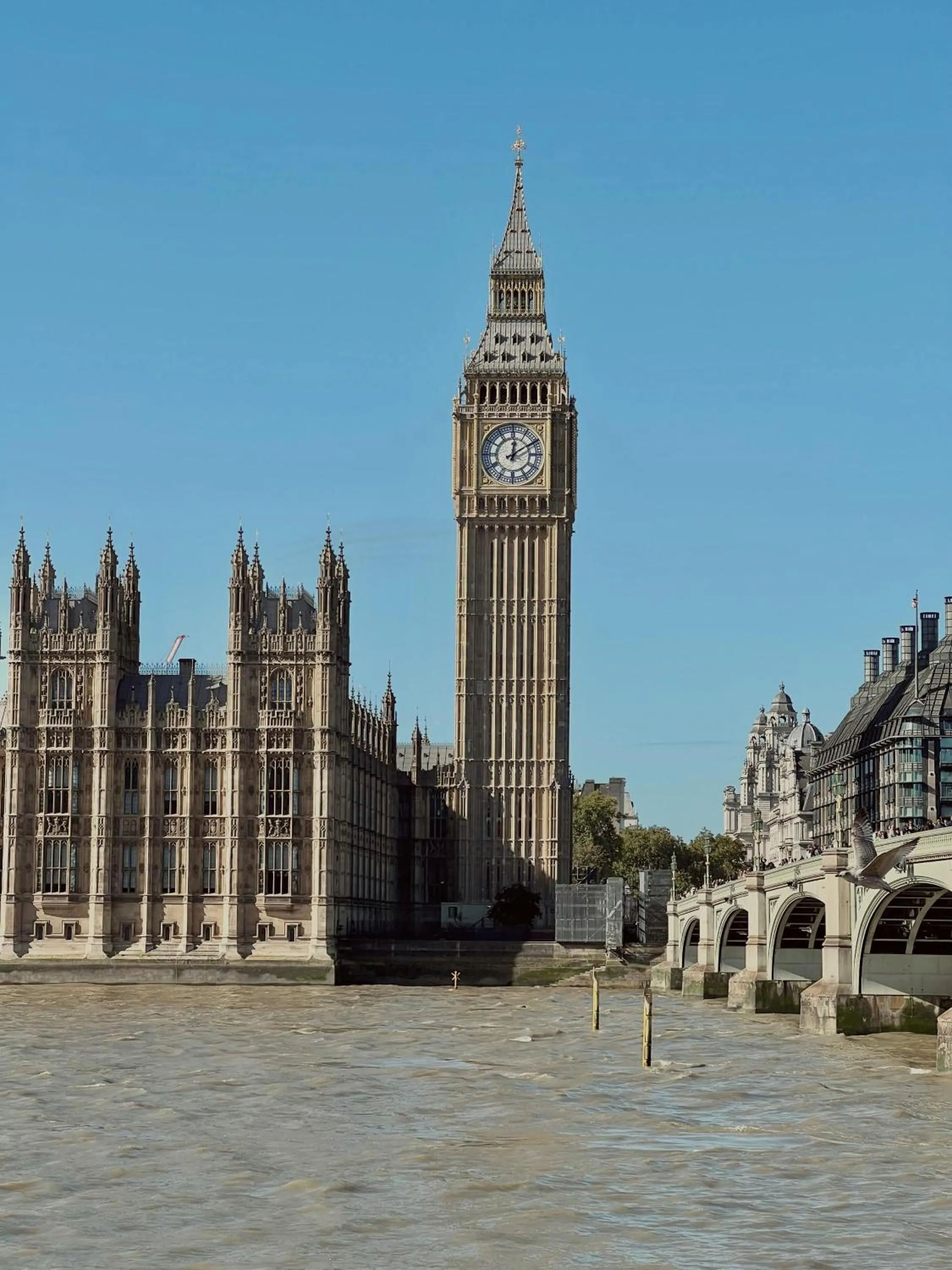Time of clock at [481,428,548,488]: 12:09
